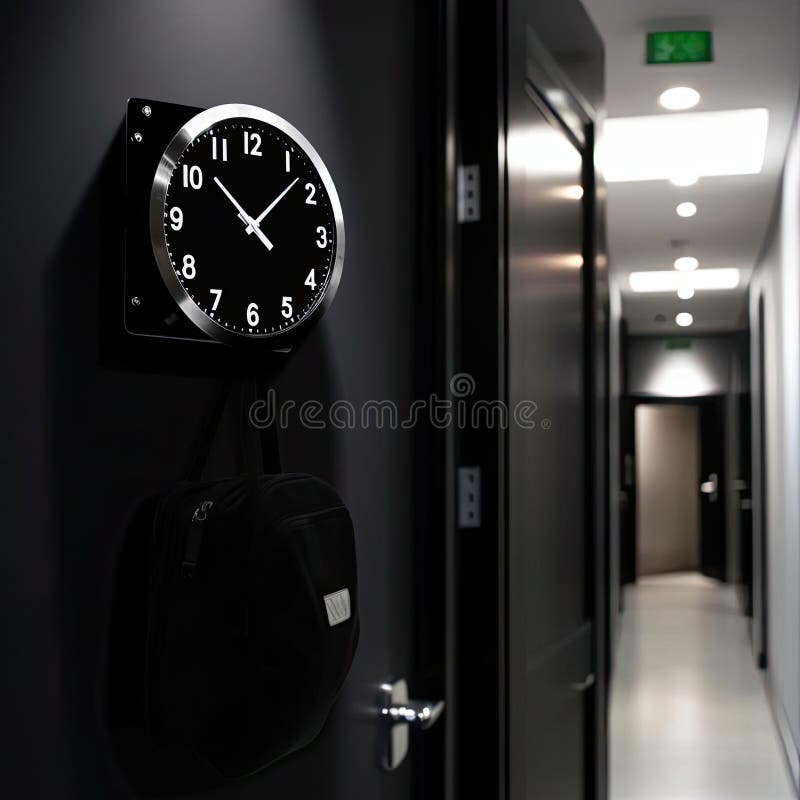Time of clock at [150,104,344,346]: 10:07
